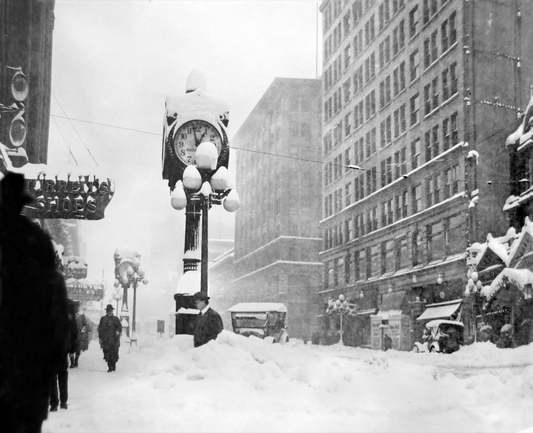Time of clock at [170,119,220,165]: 12:58
